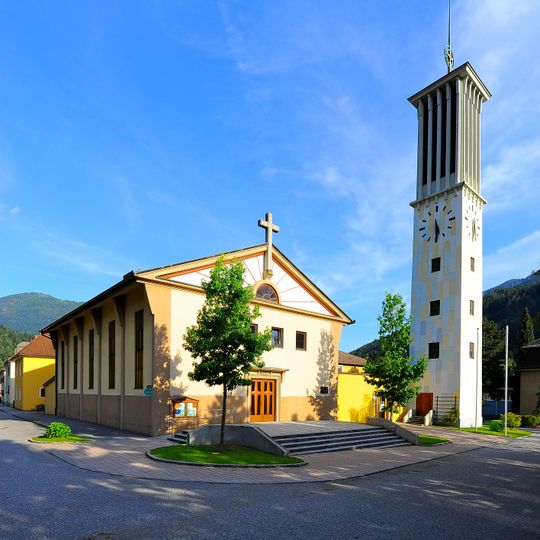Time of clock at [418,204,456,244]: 5:30
